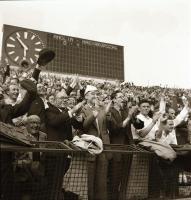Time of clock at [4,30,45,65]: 10:29
